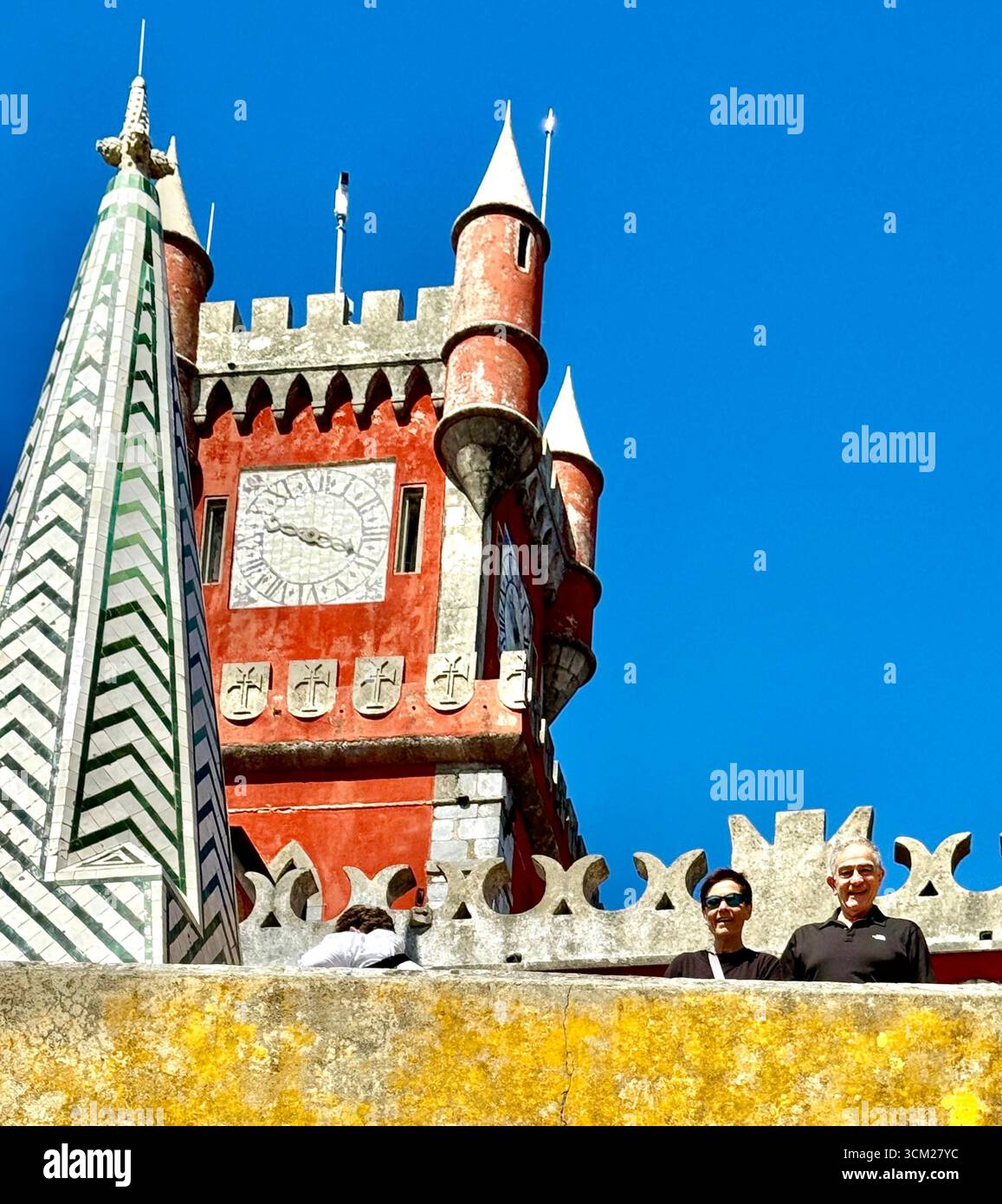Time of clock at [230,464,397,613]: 9:18
